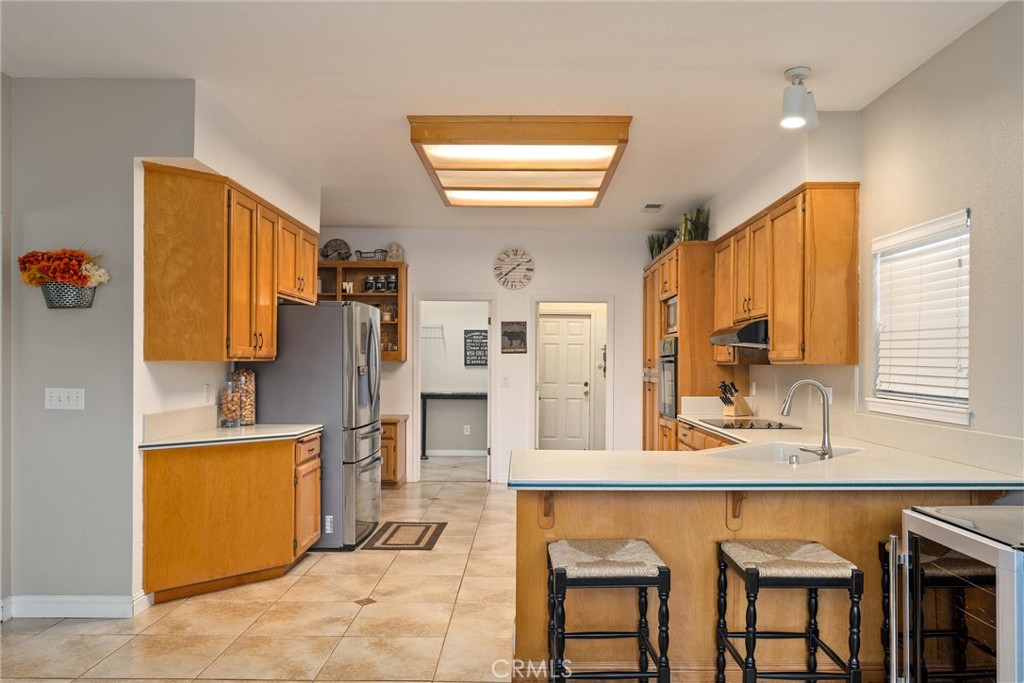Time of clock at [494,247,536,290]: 1:38
